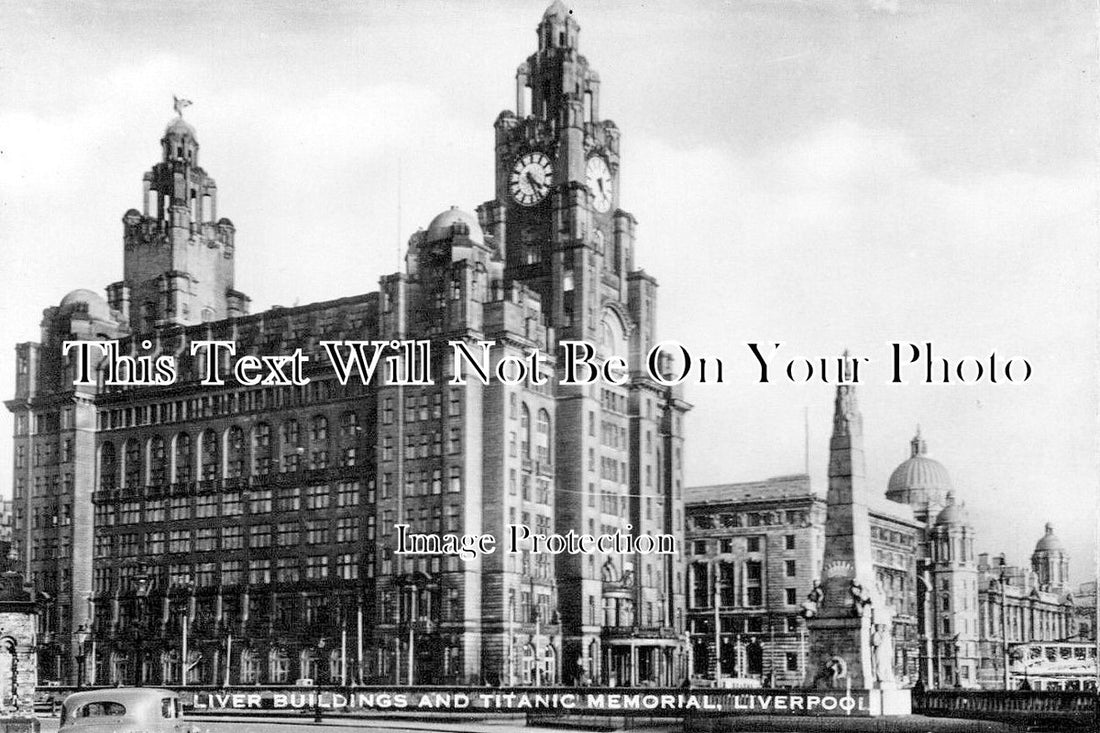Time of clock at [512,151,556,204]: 4:26
